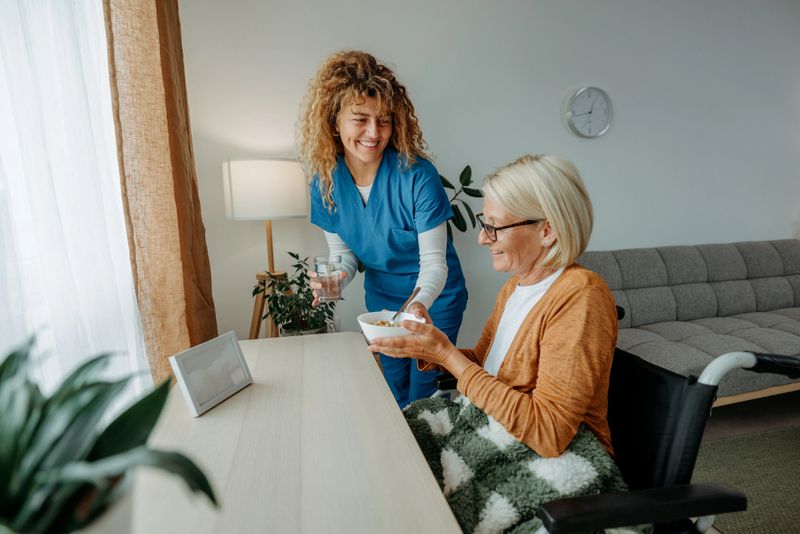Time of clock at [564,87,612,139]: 12:43
